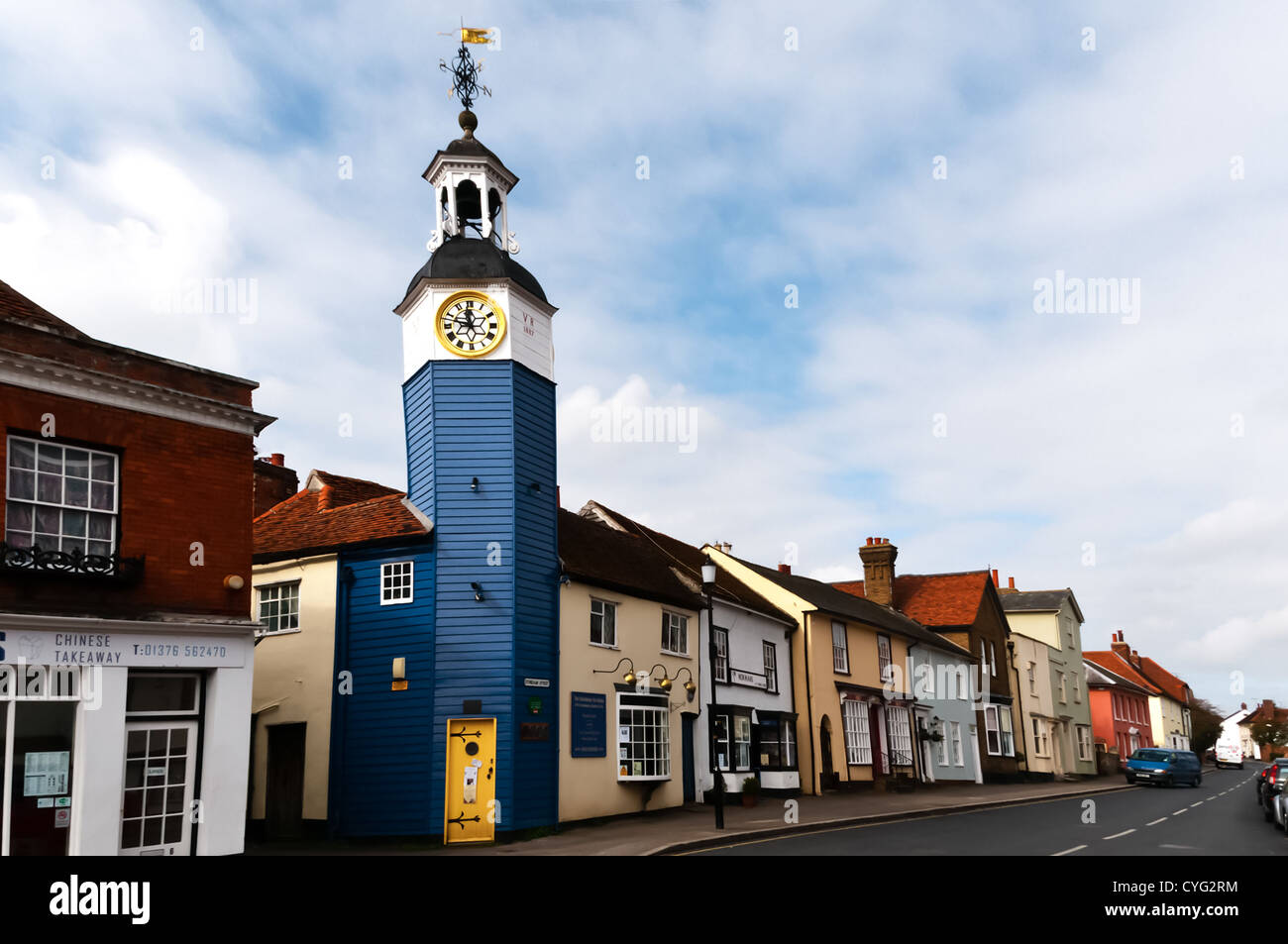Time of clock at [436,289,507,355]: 11:47
